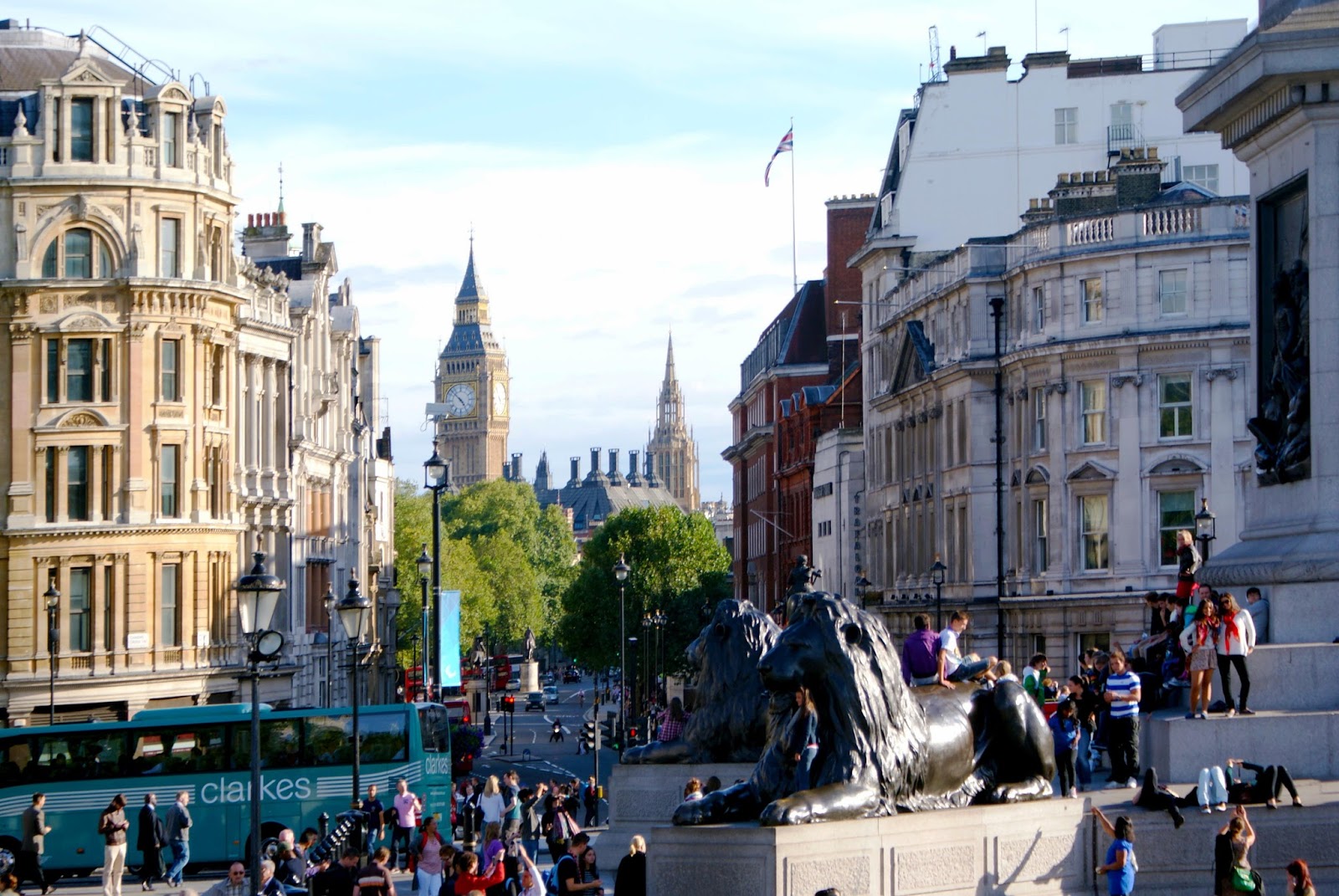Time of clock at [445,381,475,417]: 4:52
